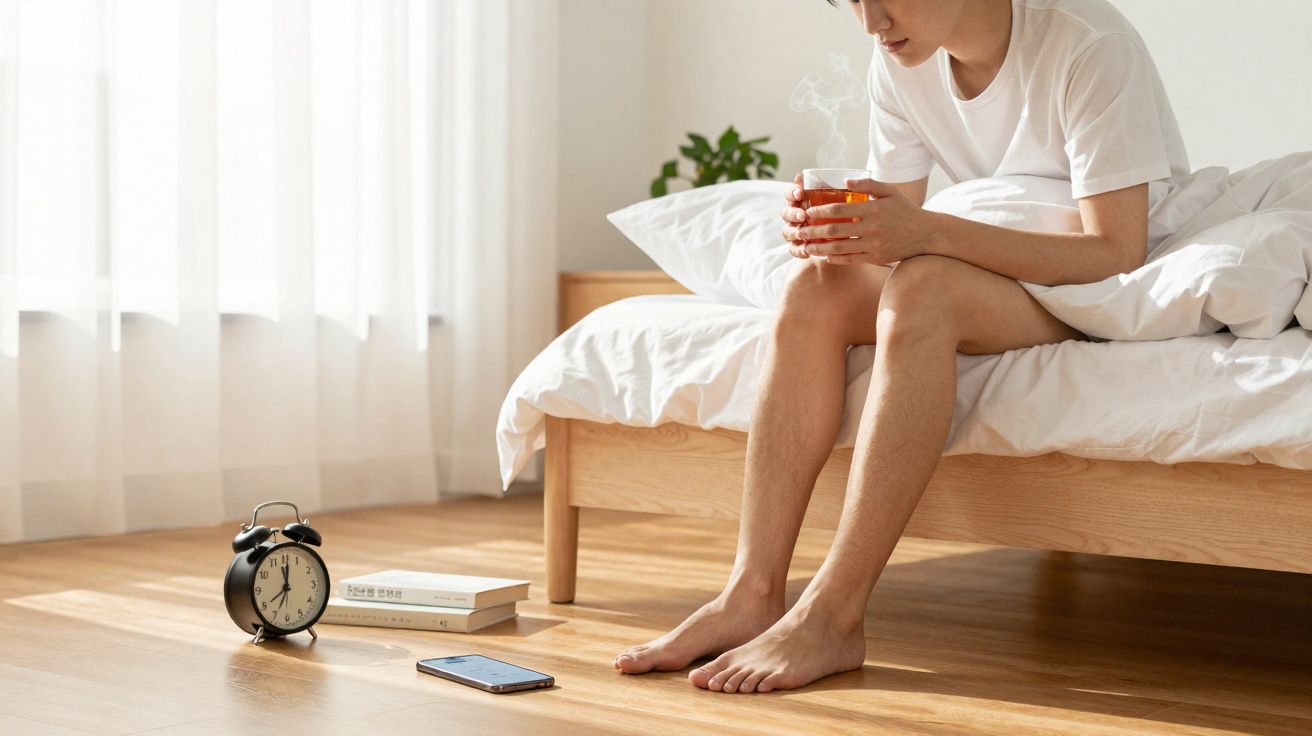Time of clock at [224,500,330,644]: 12:01
